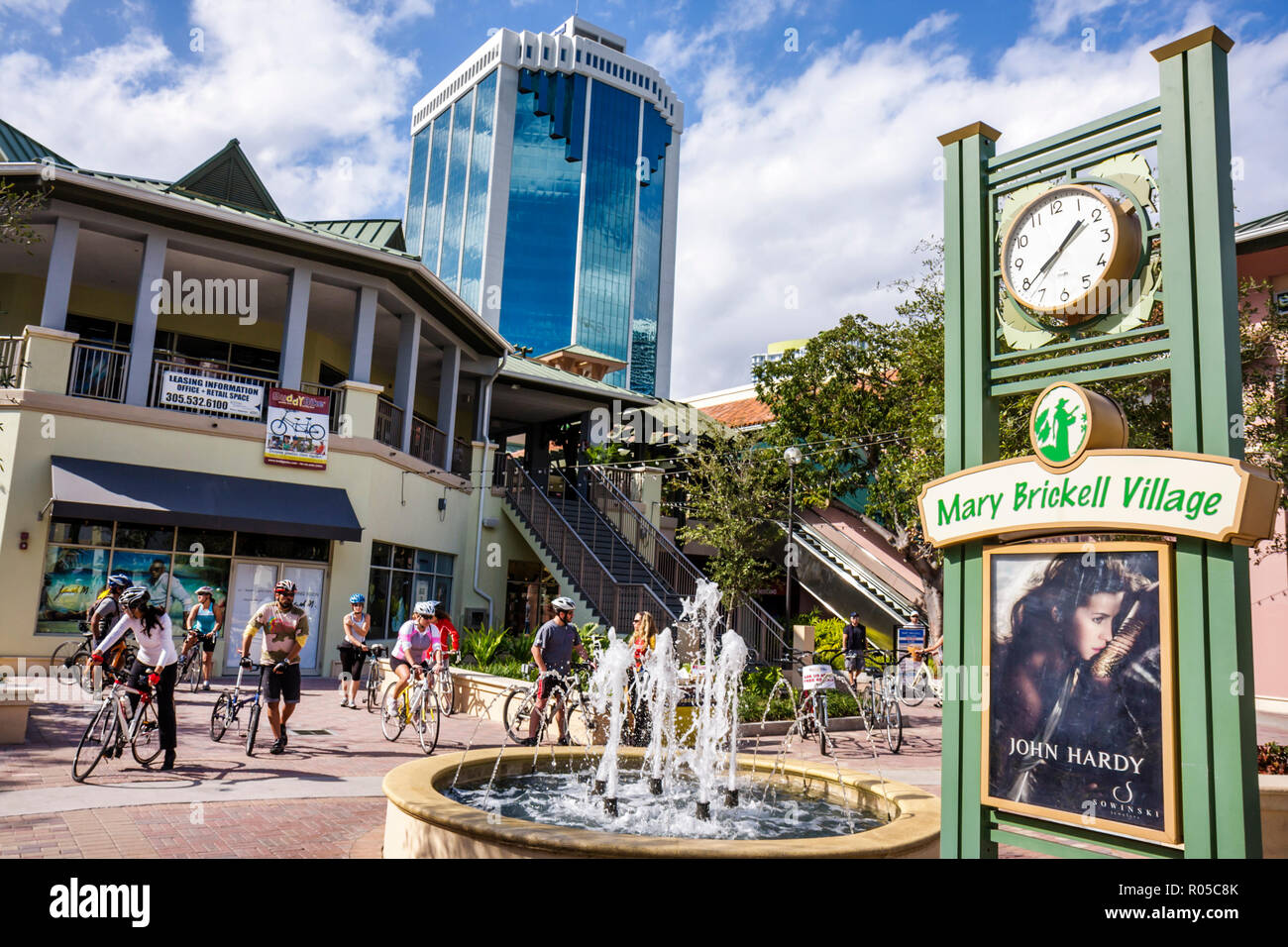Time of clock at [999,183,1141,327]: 1:39
